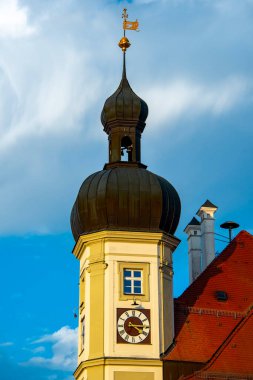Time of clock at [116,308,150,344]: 4:14
